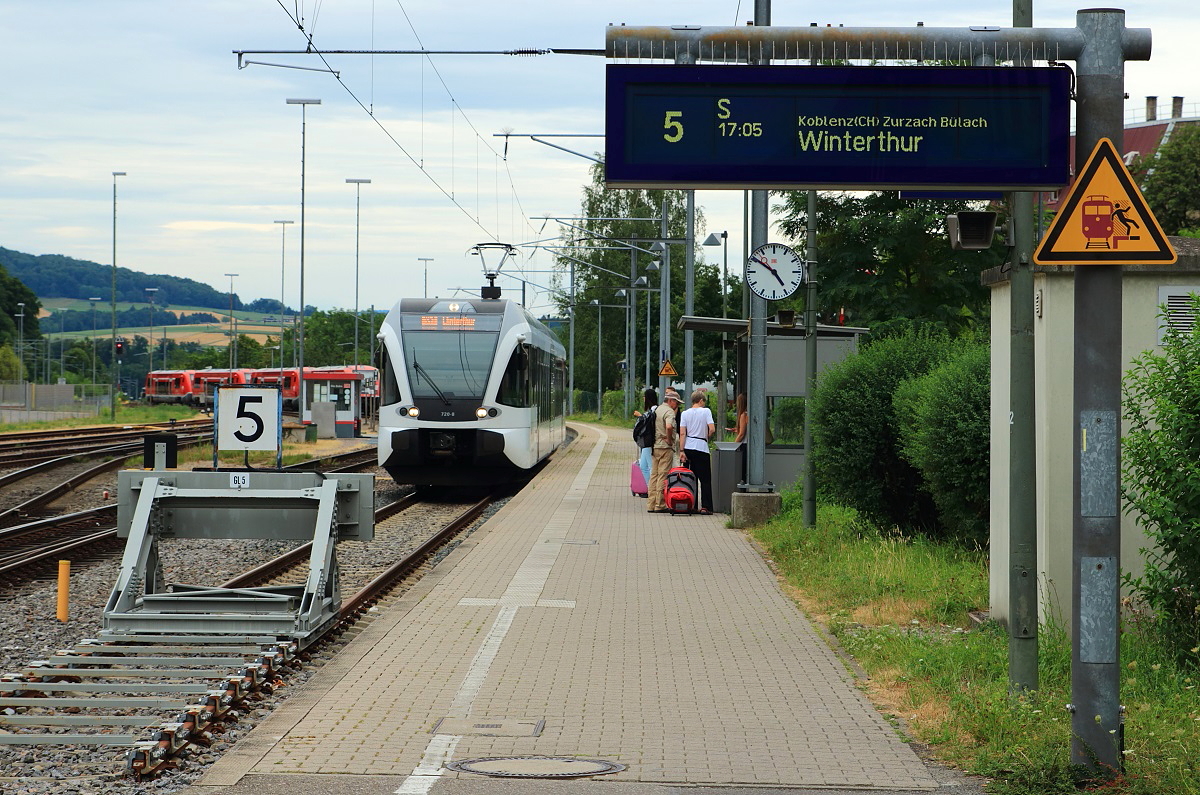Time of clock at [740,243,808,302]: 4:50
